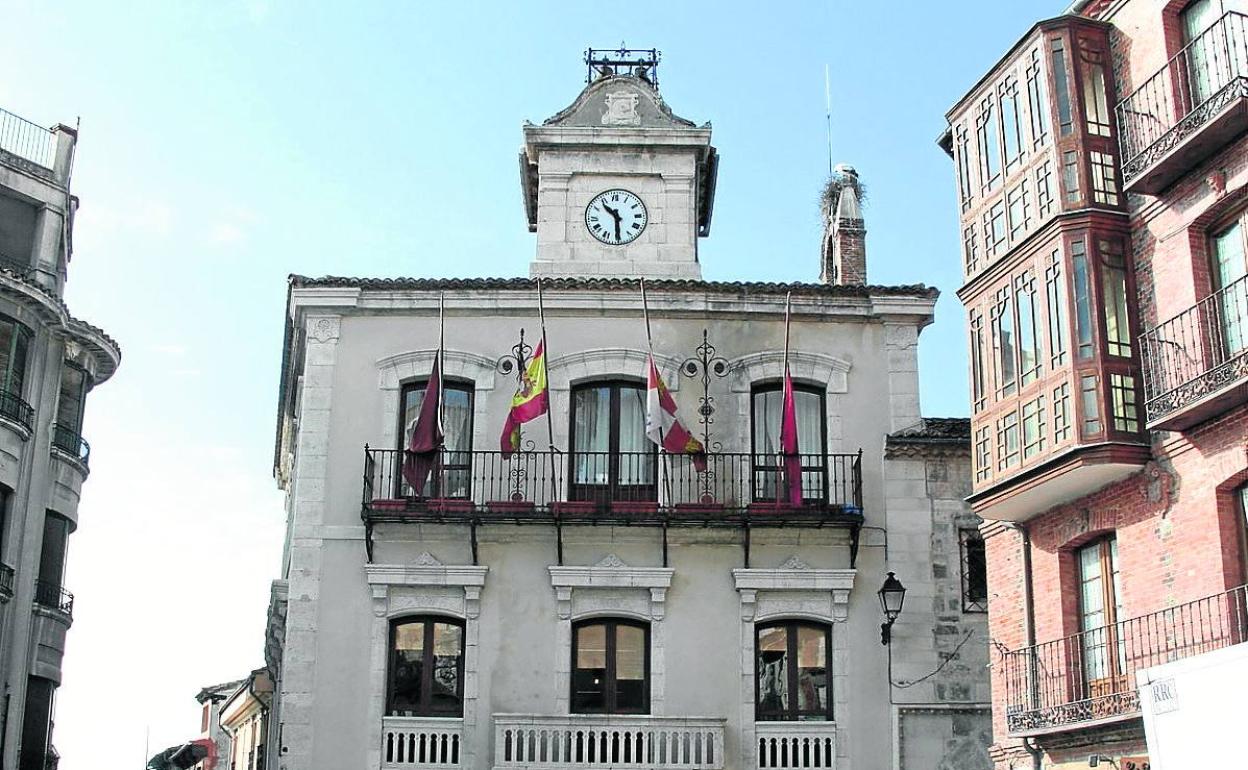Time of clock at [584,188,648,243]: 10:30
